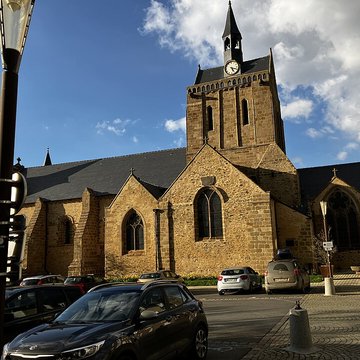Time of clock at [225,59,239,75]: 5:18
